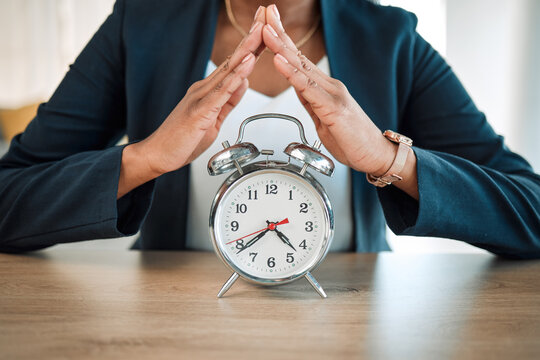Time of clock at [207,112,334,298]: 4:38
